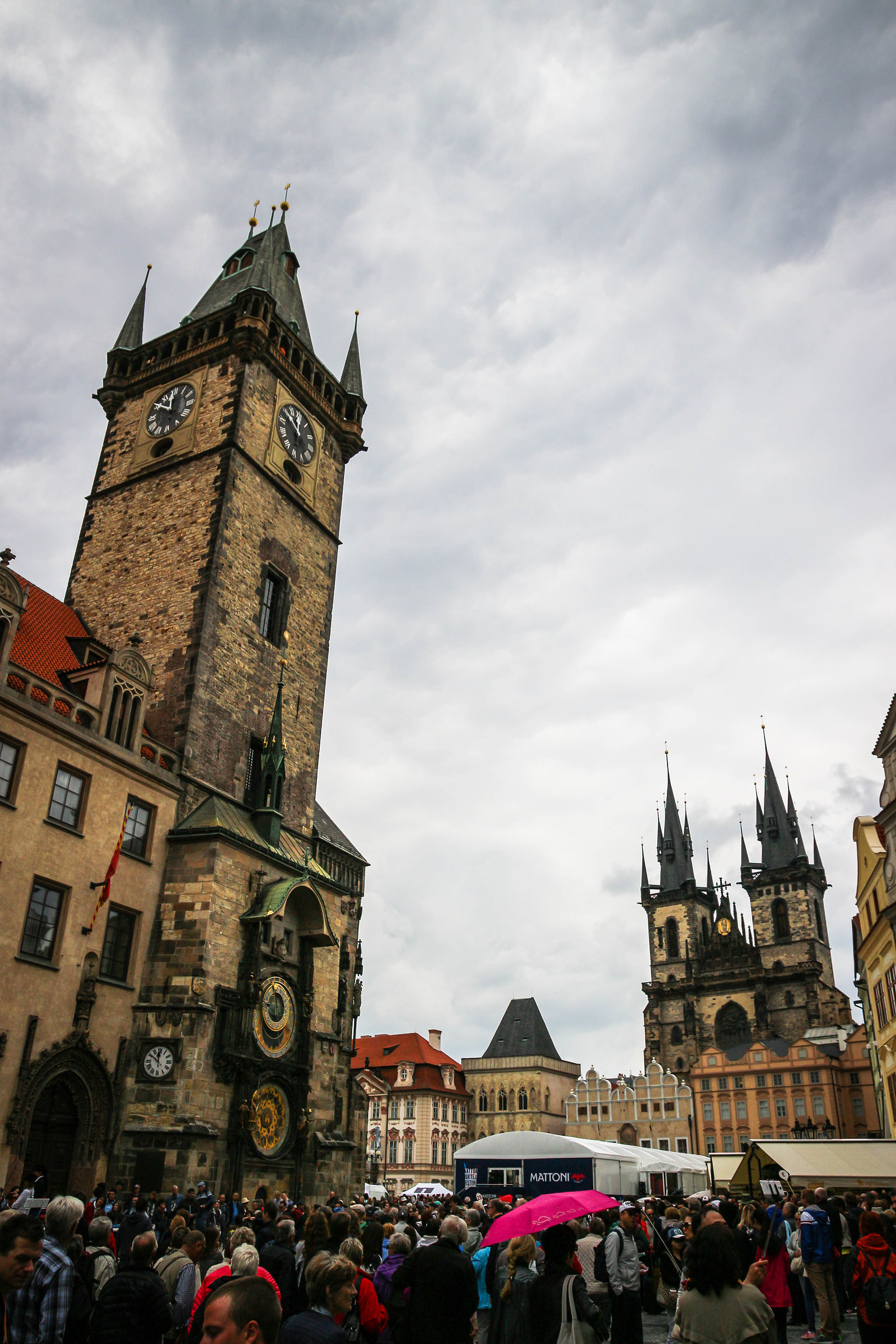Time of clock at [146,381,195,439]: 11:50
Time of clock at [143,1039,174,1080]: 11:50
